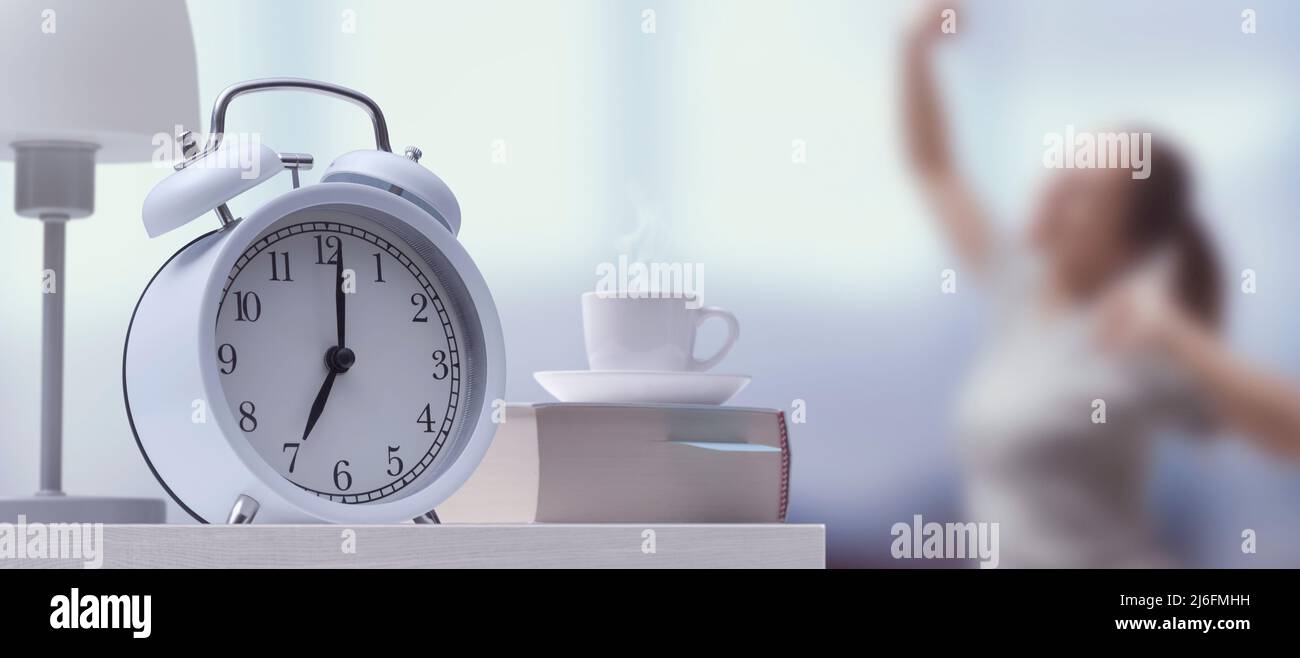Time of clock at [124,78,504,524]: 7:01
